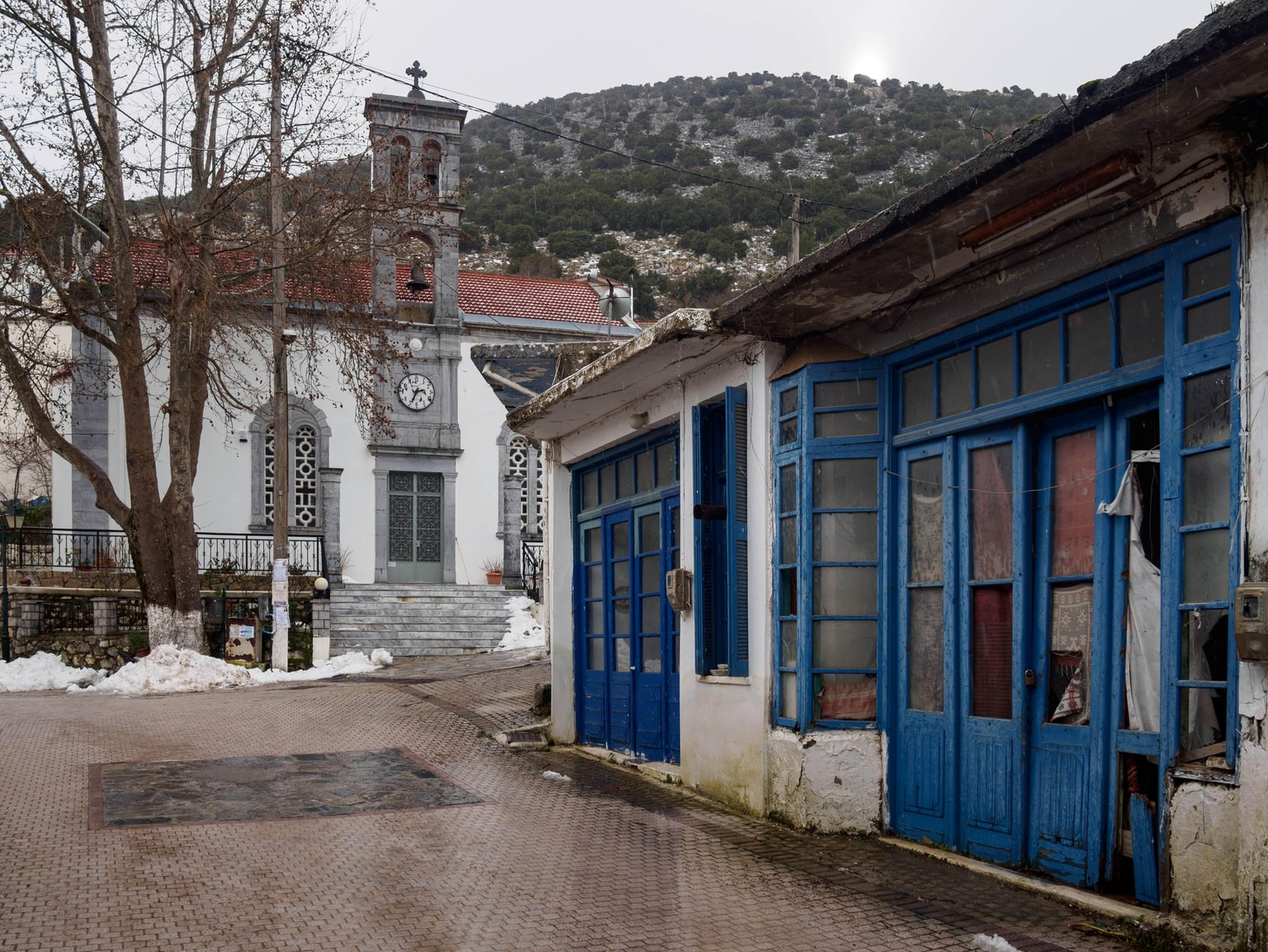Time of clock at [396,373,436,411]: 2:34
